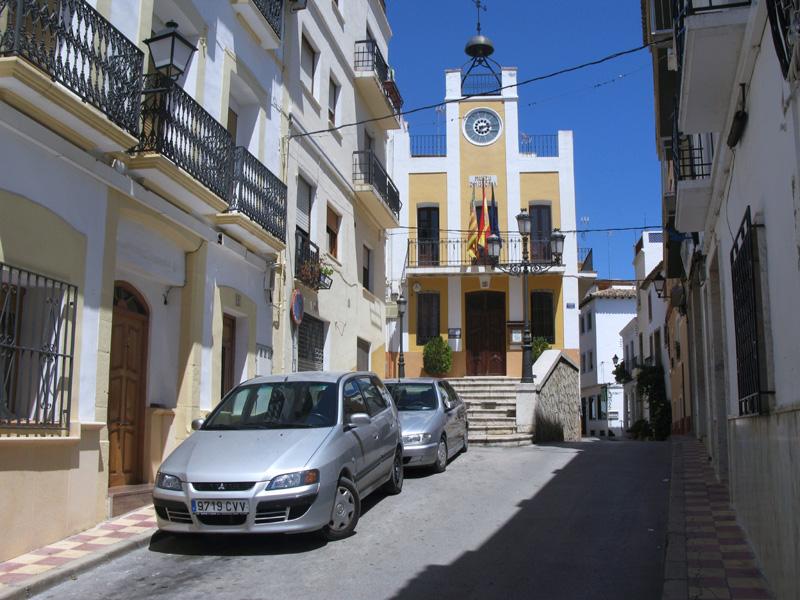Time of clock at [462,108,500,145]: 7:12
